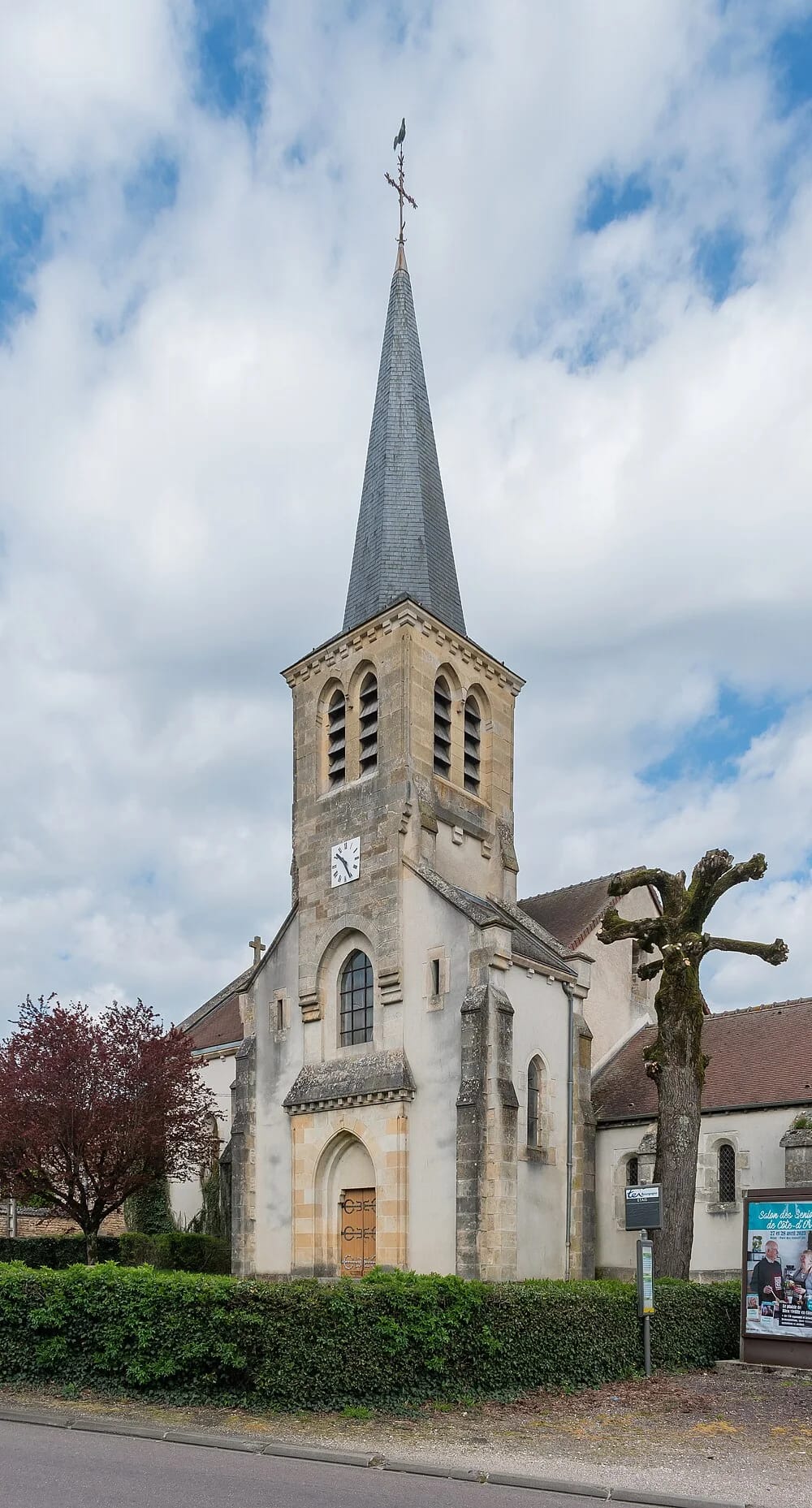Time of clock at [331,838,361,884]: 10:26
